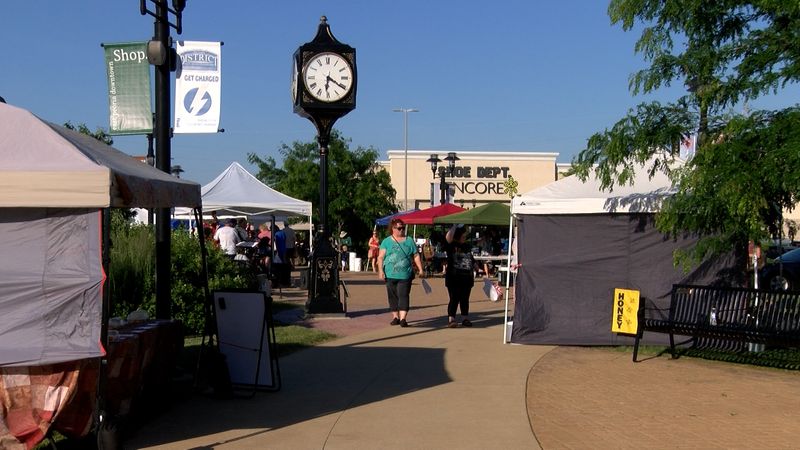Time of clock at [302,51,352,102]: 6:20
